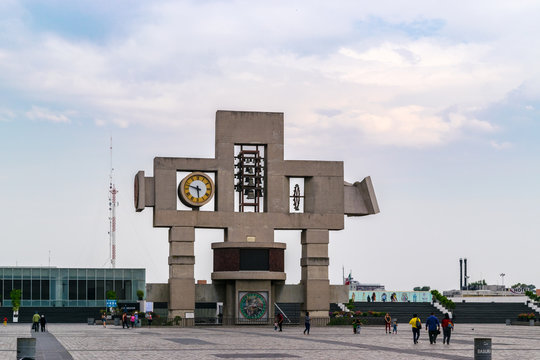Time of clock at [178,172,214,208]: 5:47
